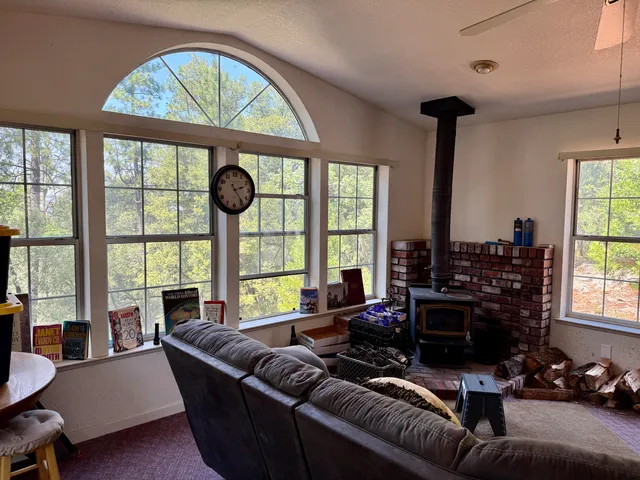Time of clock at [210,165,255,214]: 2:24
